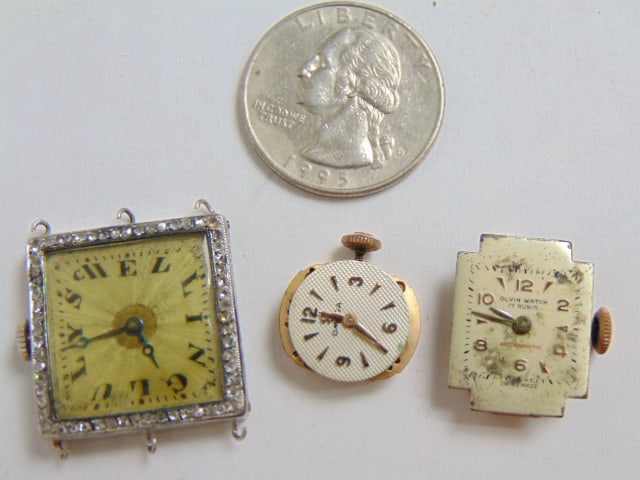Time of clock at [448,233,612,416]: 9:46
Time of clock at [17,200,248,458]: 4:43
